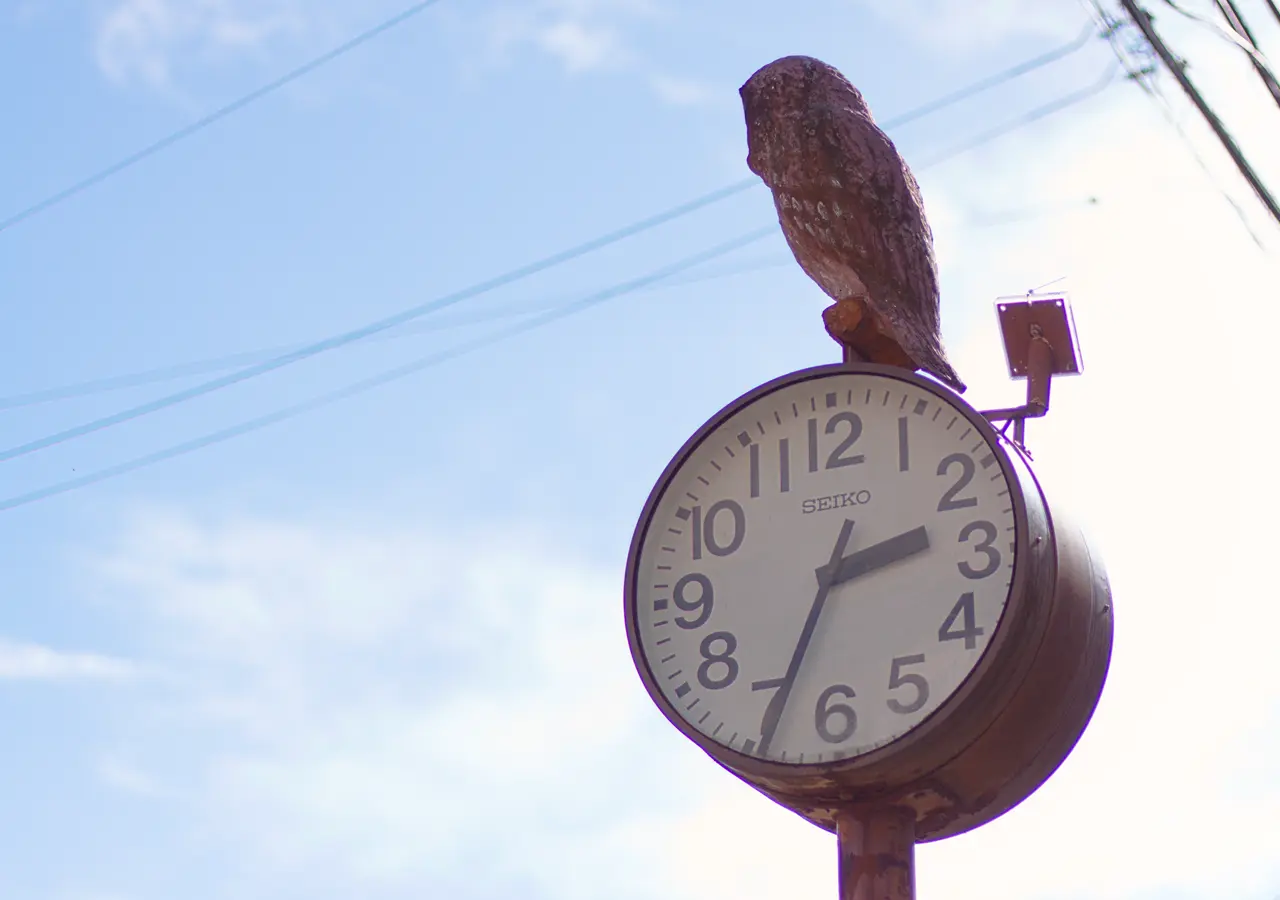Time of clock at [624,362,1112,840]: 2:34
